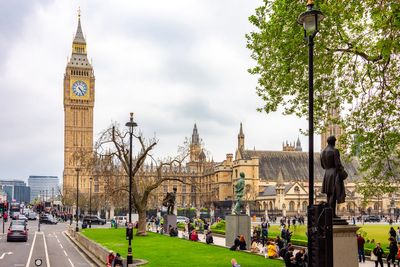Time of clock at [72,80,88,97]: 4:23
